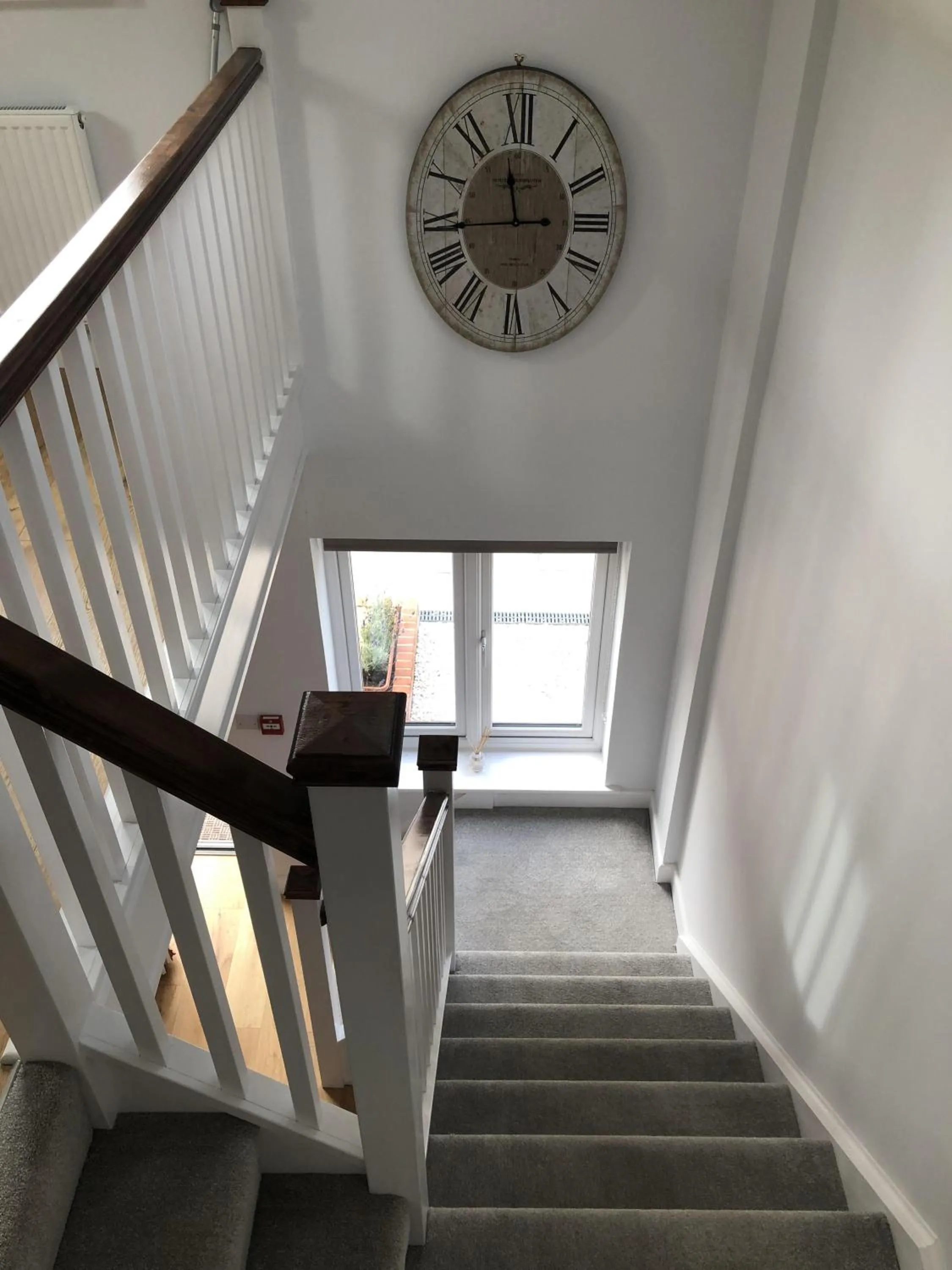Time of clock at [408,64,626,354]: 11:44
